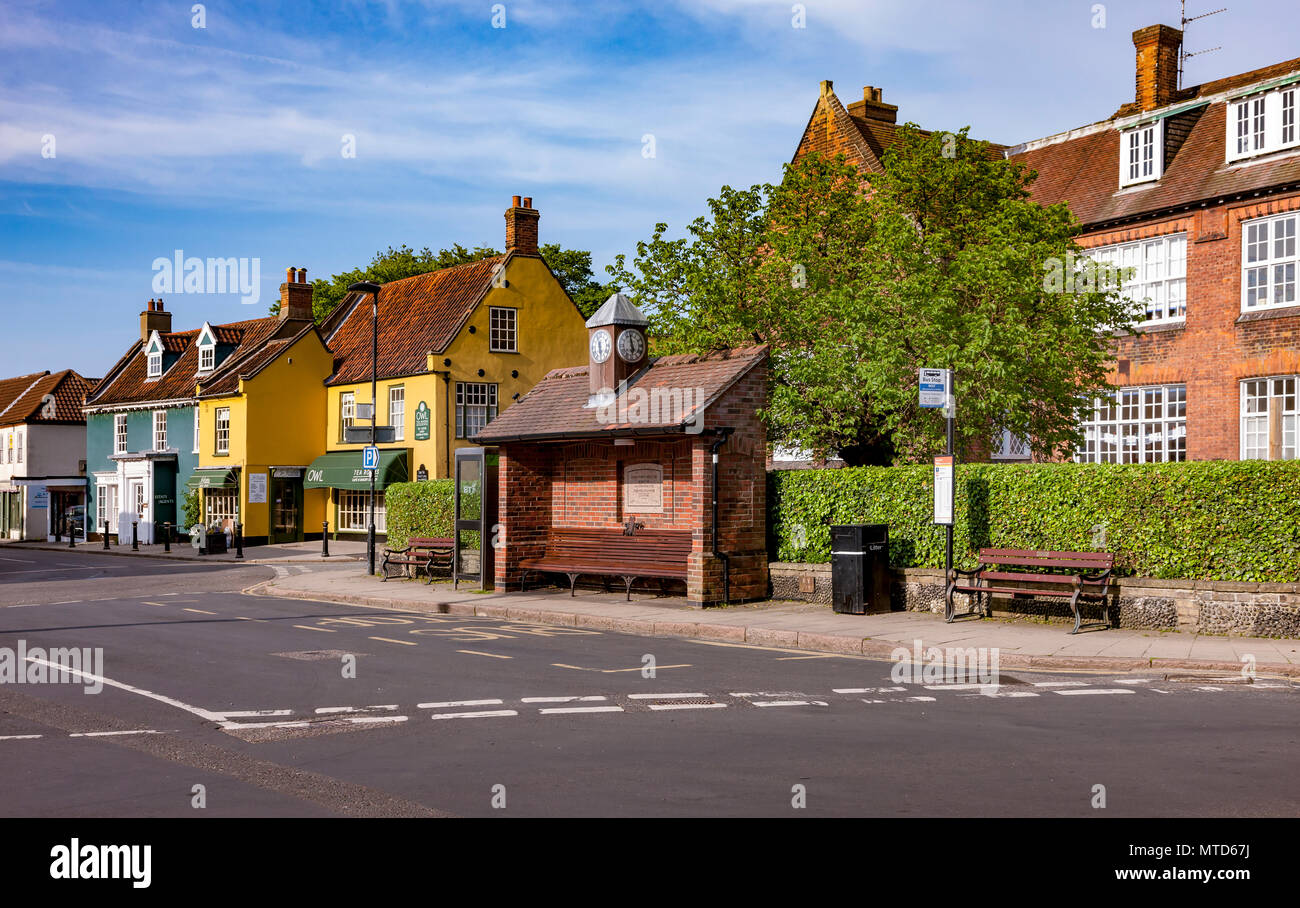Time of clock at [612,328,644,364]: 5:58
